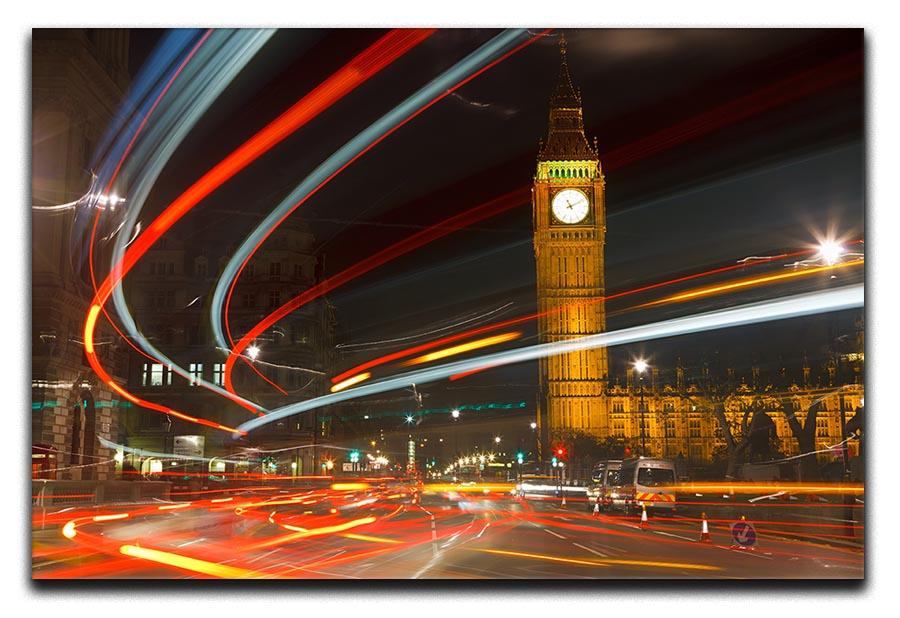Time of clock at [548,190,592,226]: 11:10
